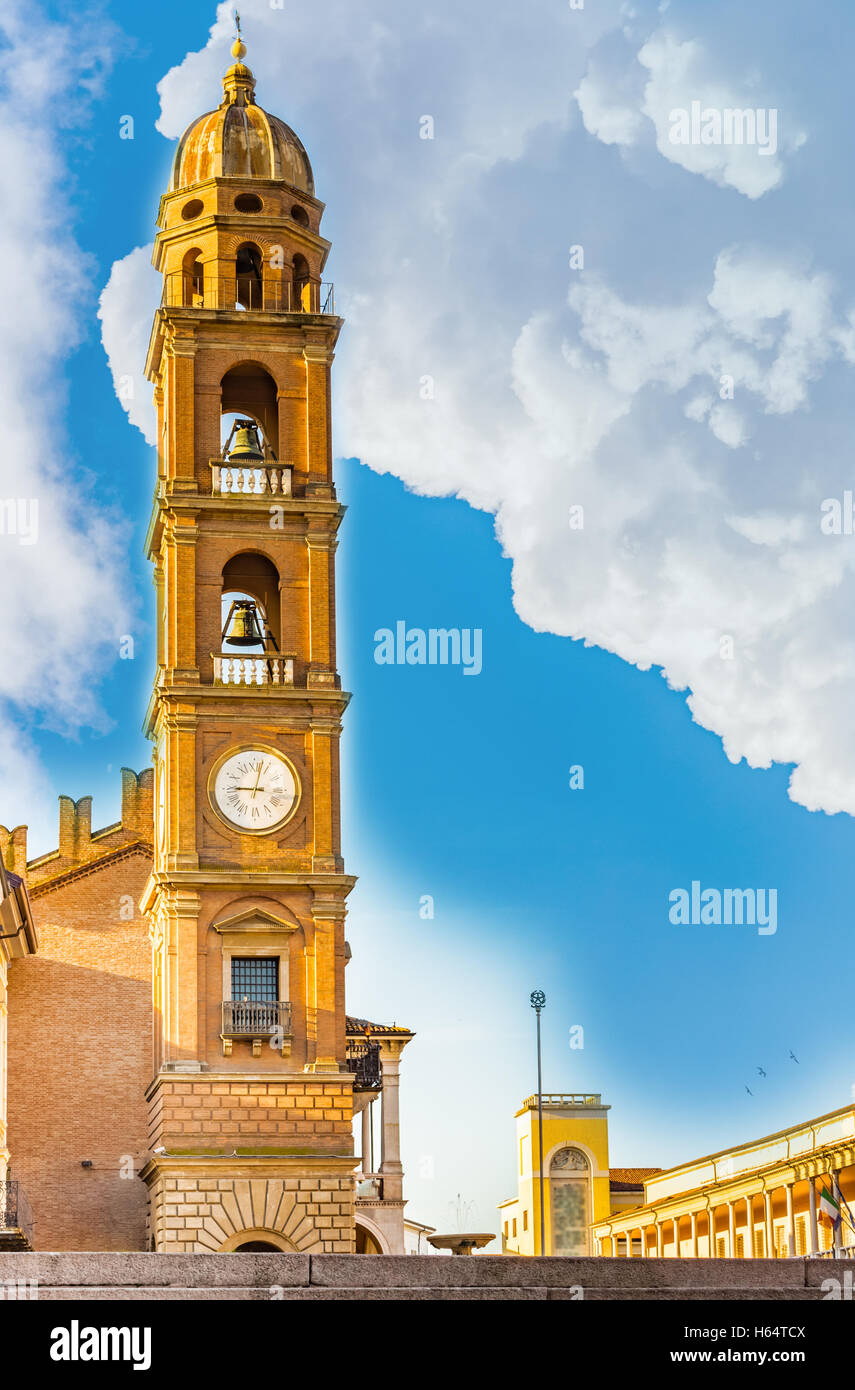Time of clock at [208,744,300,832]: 9:02
